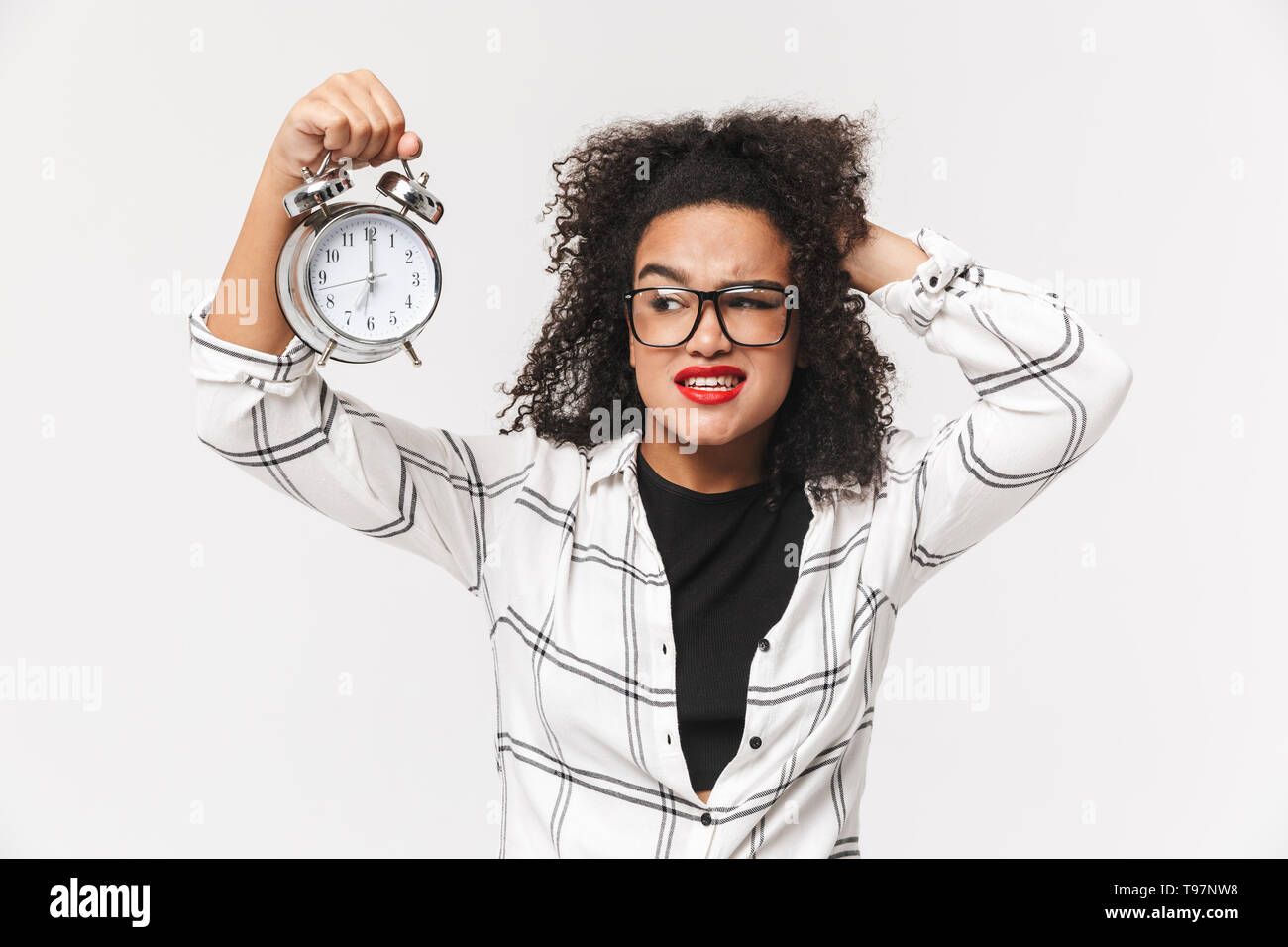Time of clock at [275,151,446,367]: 7:00
